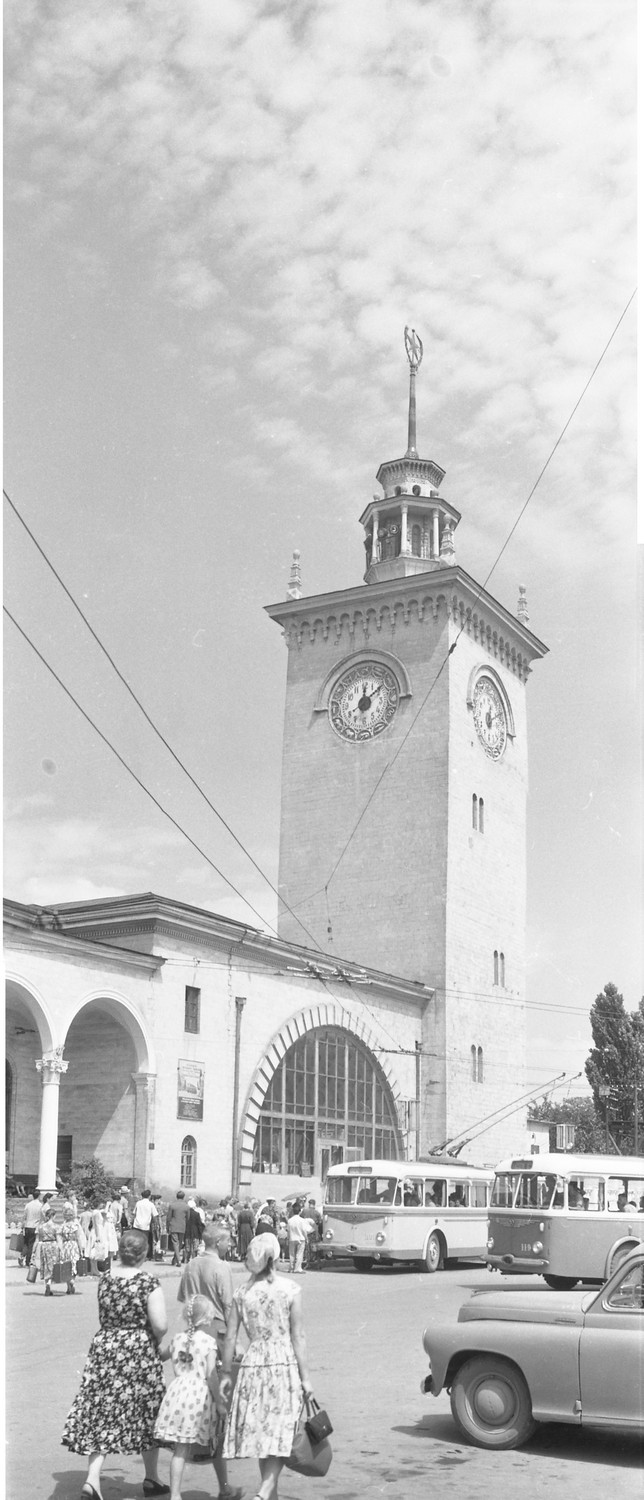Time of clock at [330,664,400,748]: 12:07
